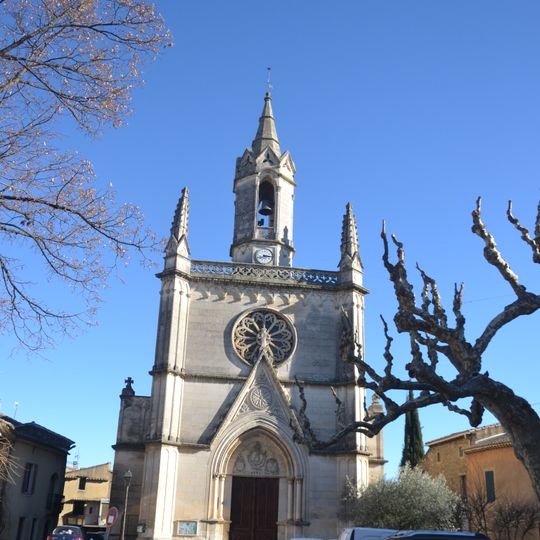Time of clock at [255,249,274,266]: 8:14
